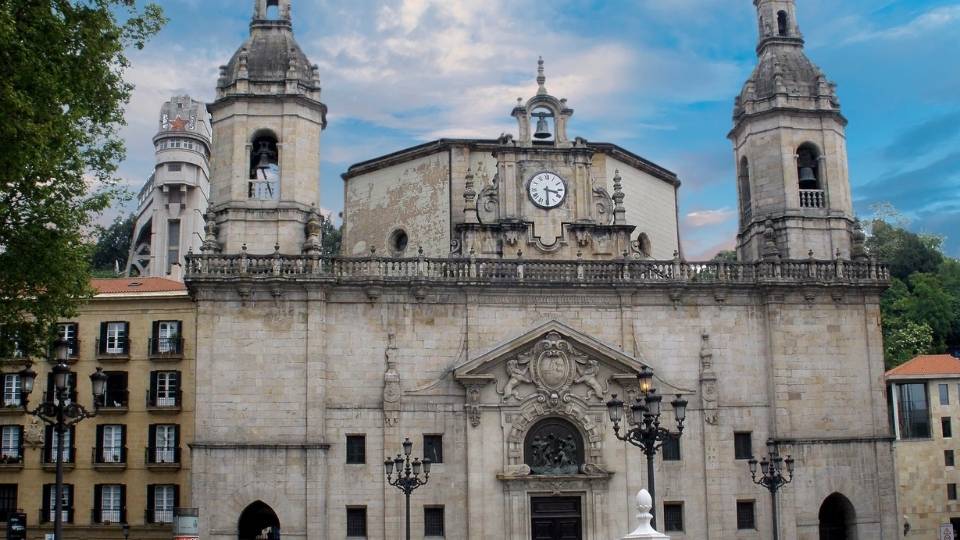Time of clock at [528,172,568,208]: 3:29
